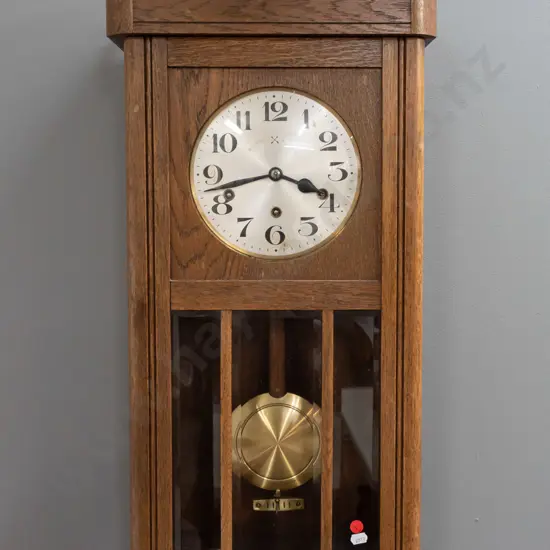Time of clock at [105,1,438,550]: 3:43
